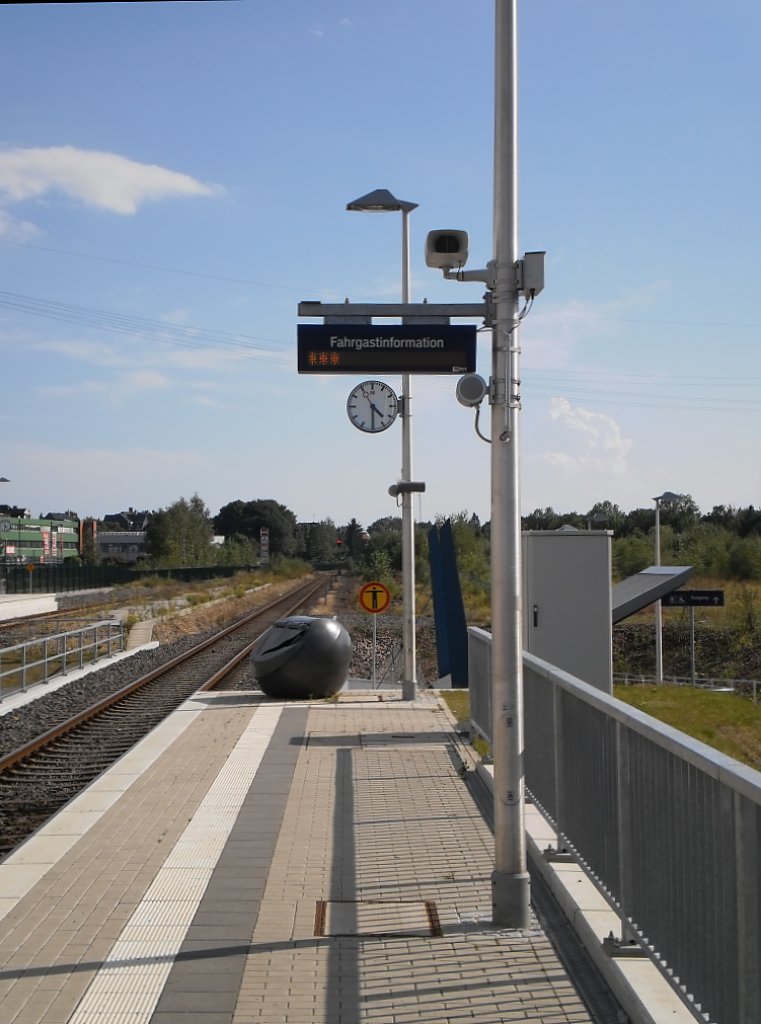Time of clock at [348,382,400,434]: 4:29
